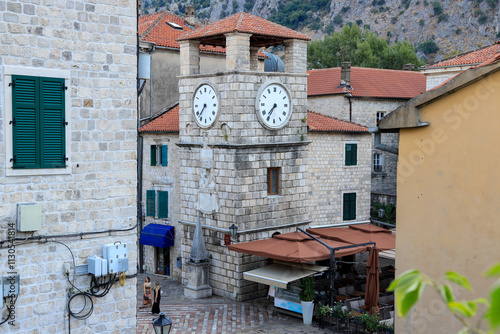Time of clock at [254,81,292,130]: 7:35
